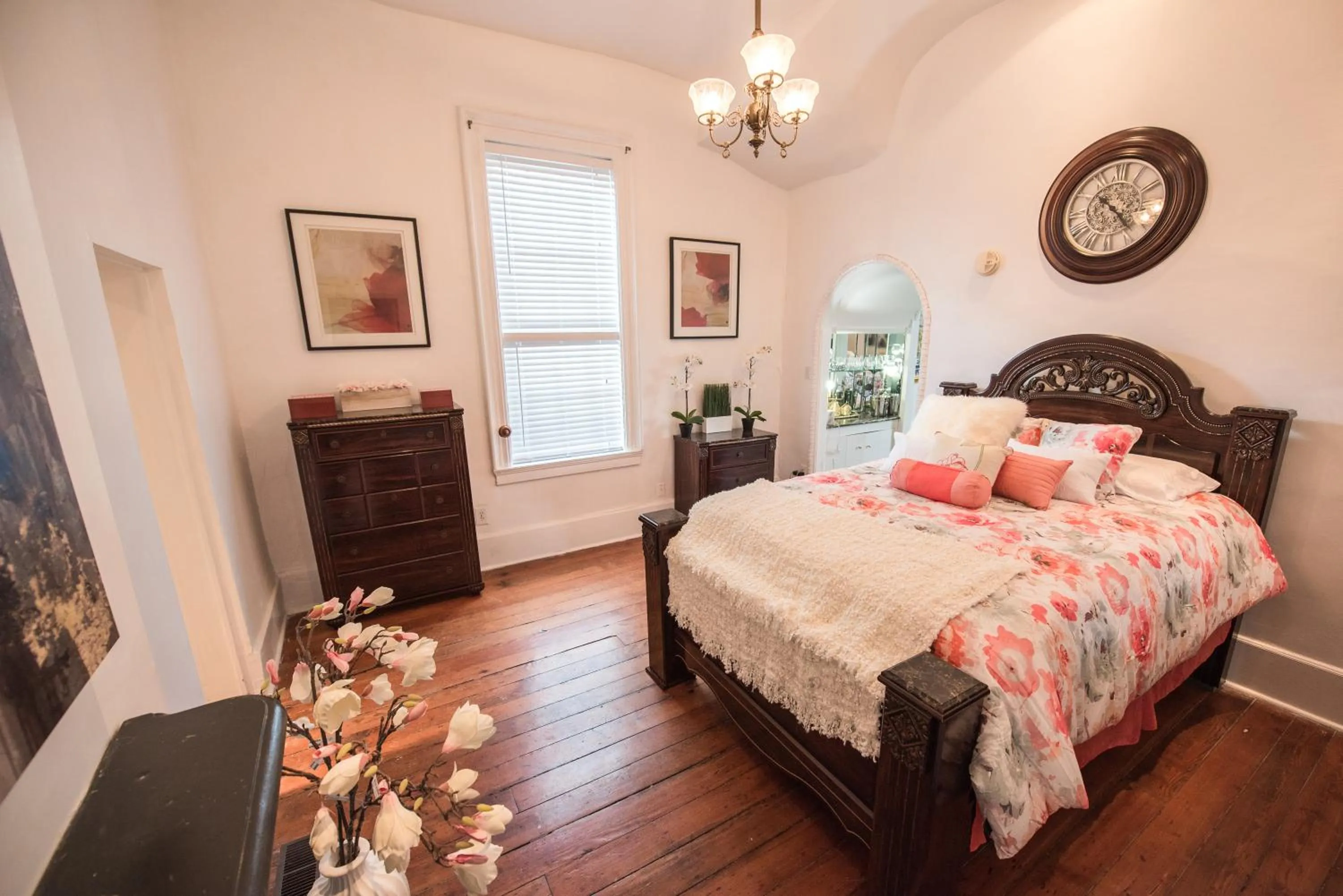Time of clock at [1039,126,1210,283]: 10:22
